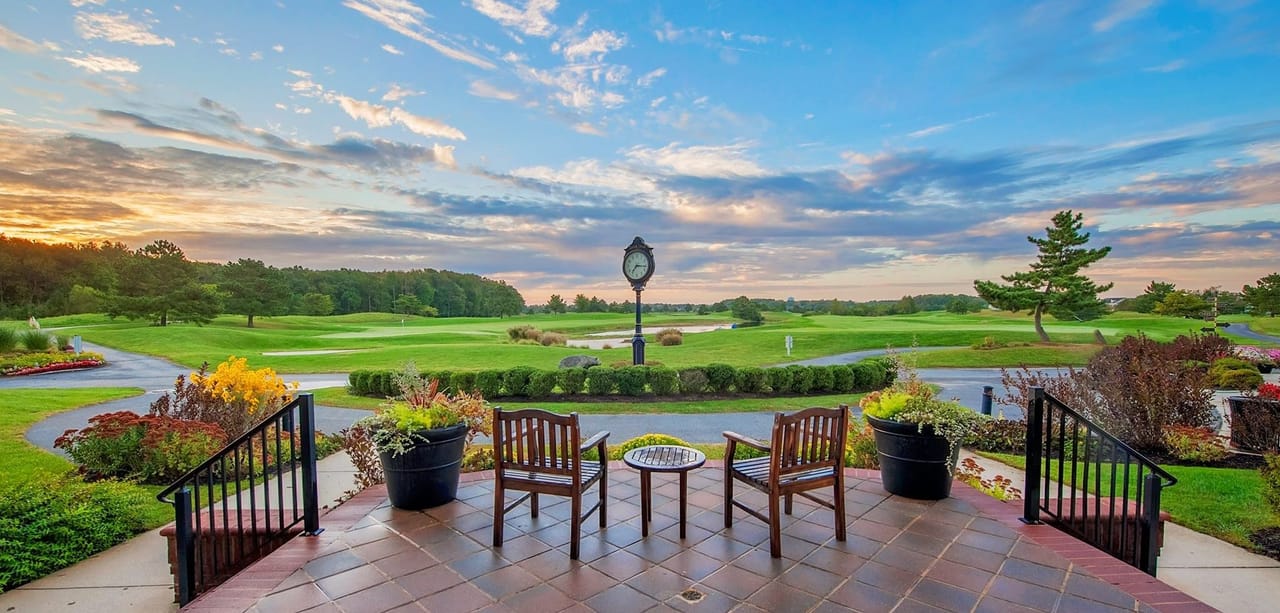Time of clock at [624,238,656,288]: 7:16
